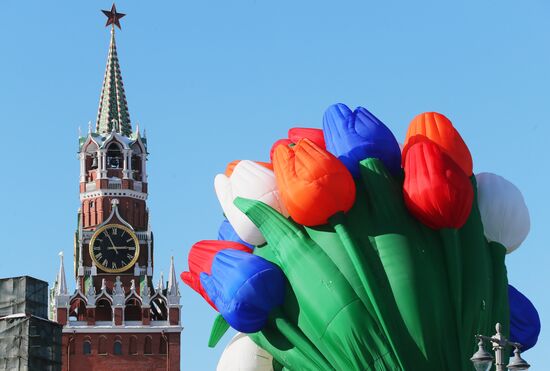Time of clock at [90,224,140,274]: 2:55
